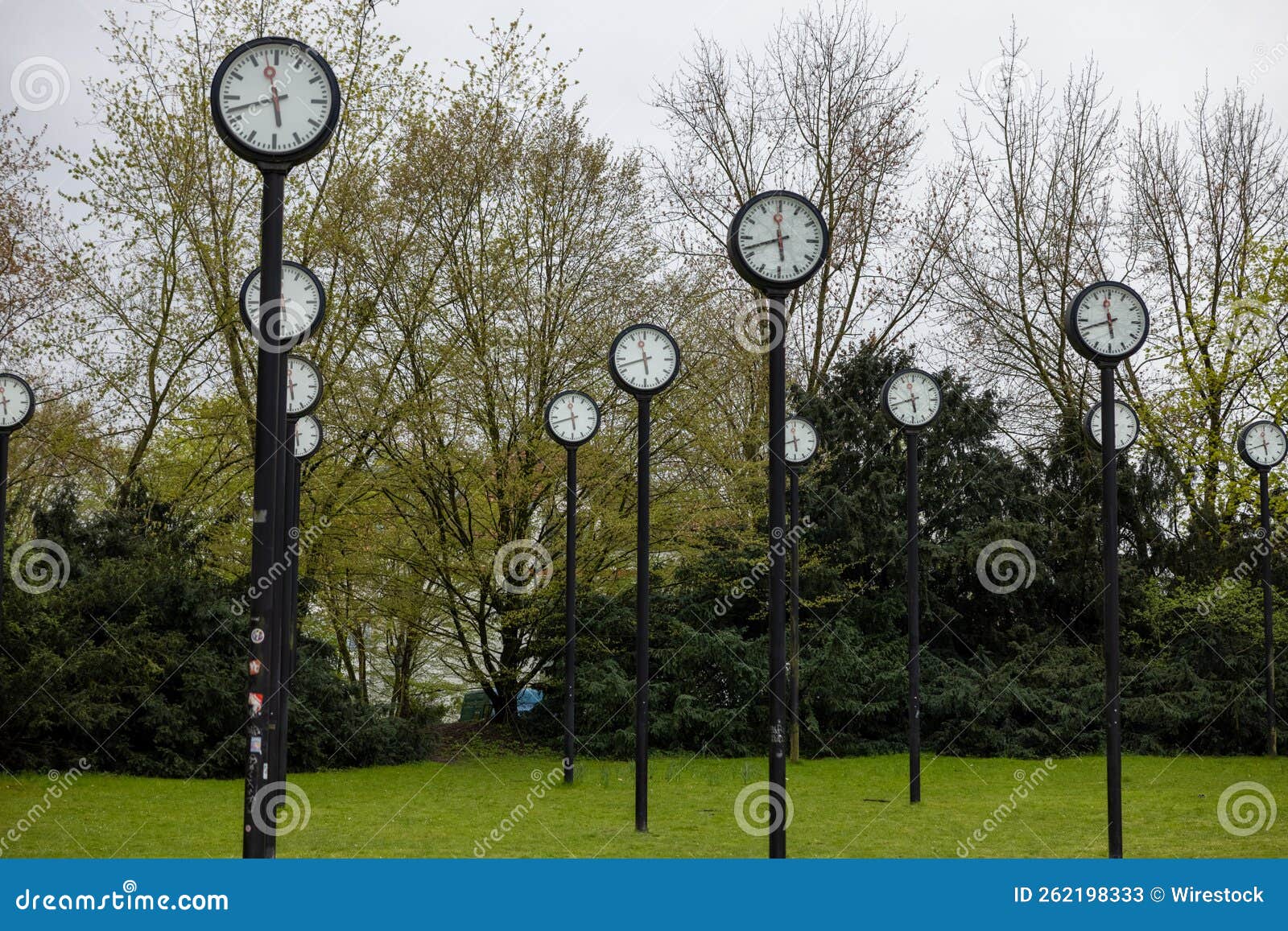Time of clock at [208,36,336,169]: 5:42
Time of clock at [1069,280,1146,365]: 11:41
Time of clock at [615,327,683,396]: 5:42
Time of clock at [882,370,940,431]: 5:41
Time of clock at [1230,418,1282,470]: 5:42
